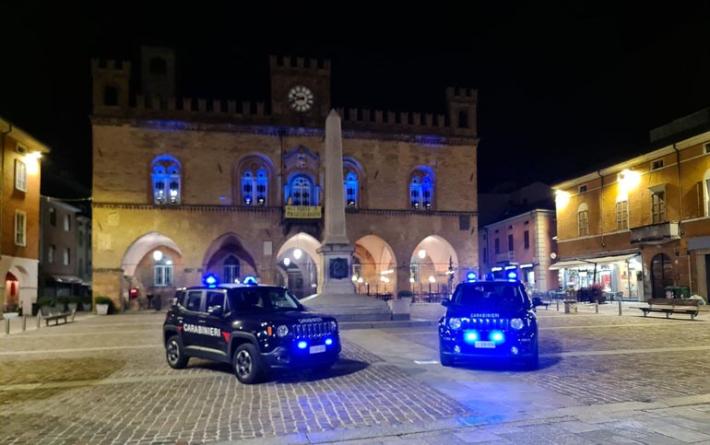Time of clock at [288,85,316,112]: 9:42
